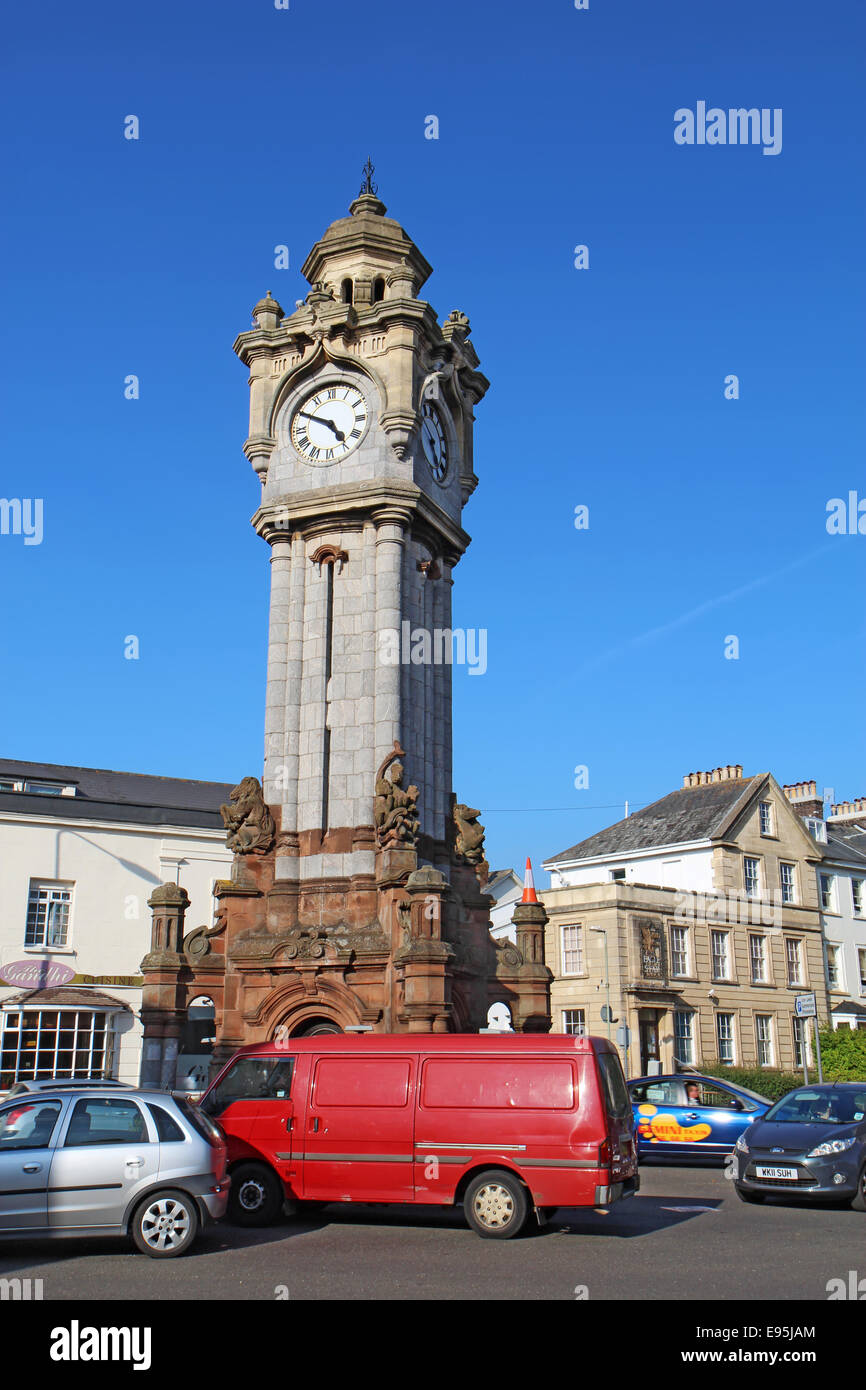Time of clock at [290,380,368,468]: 4:49
